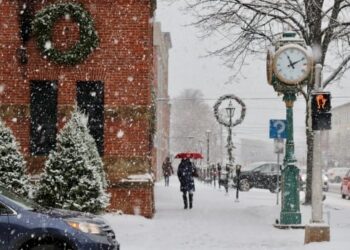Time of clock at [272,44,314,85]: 11:10
